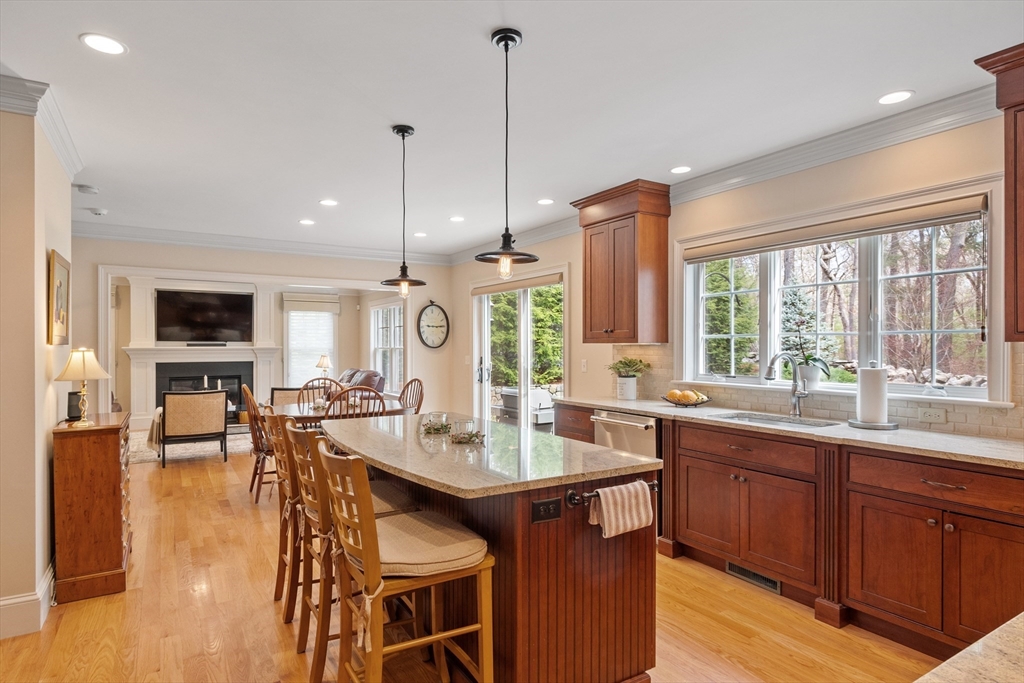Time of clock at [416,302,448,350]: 9:14
